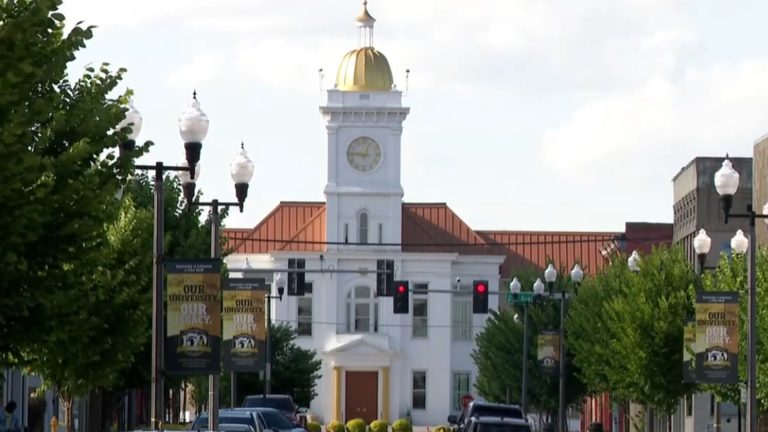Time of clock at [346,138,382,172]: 12:45
